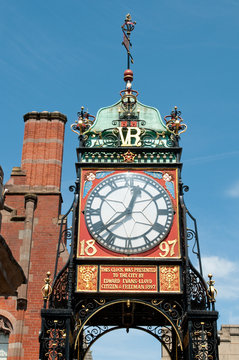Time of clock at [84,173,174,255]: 12:38
